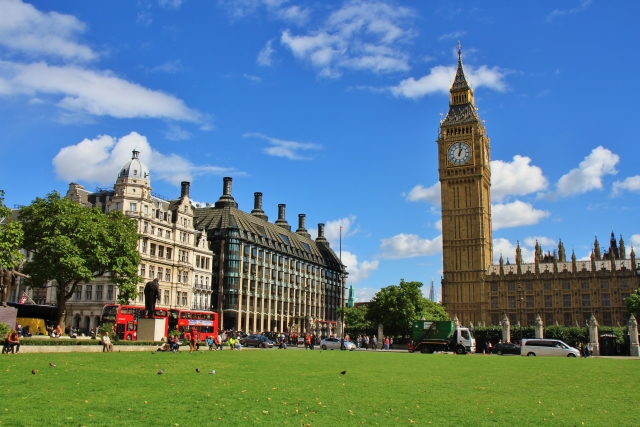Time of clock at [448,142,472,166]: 1:01
